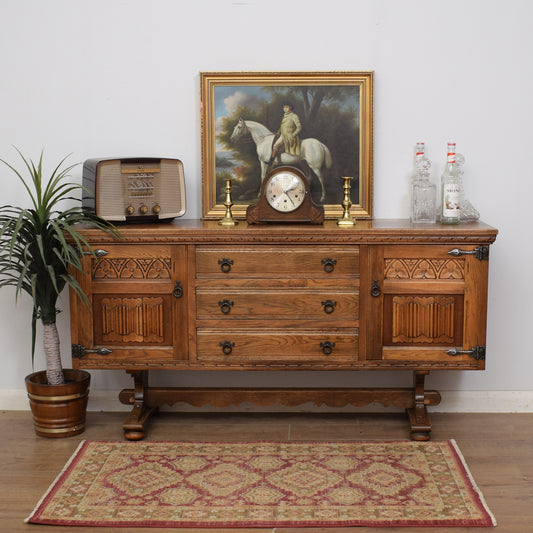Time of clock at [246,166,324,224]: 2:24
